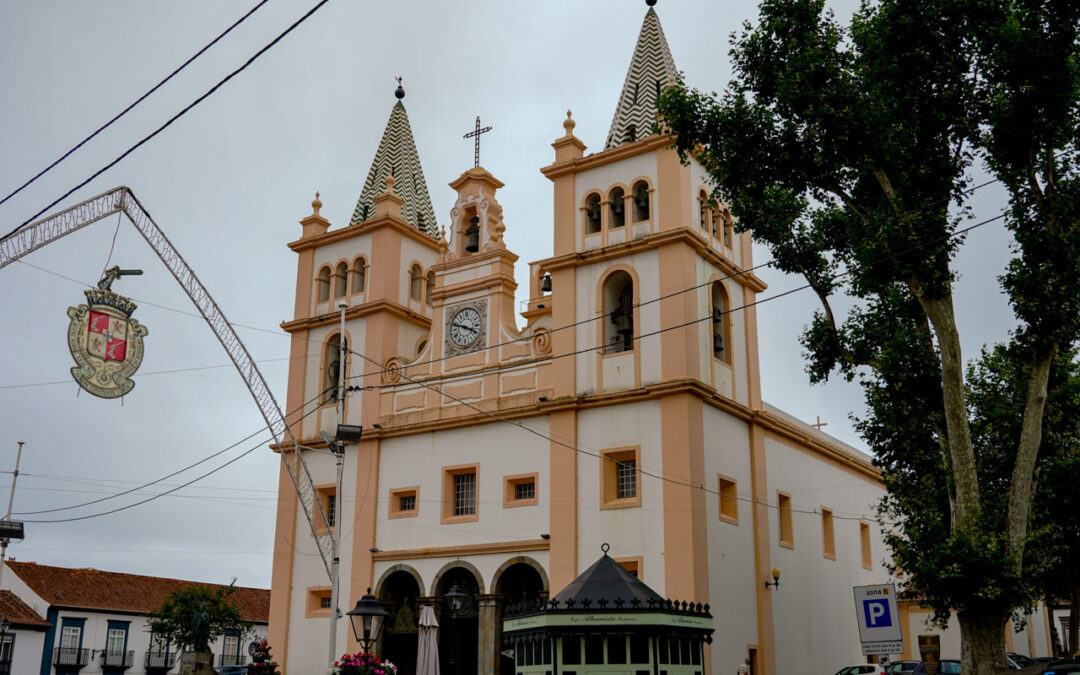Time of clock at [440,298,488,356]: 3:48
